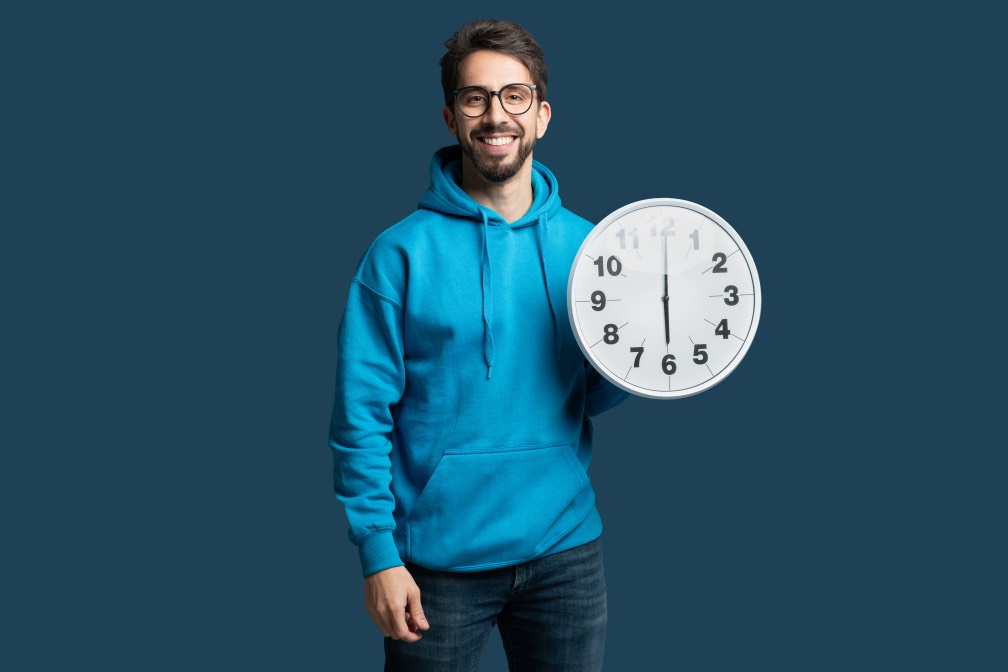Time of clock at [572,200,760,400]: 6:00
